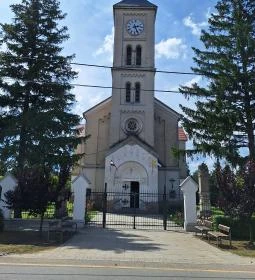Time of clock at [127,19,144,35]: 2:25
